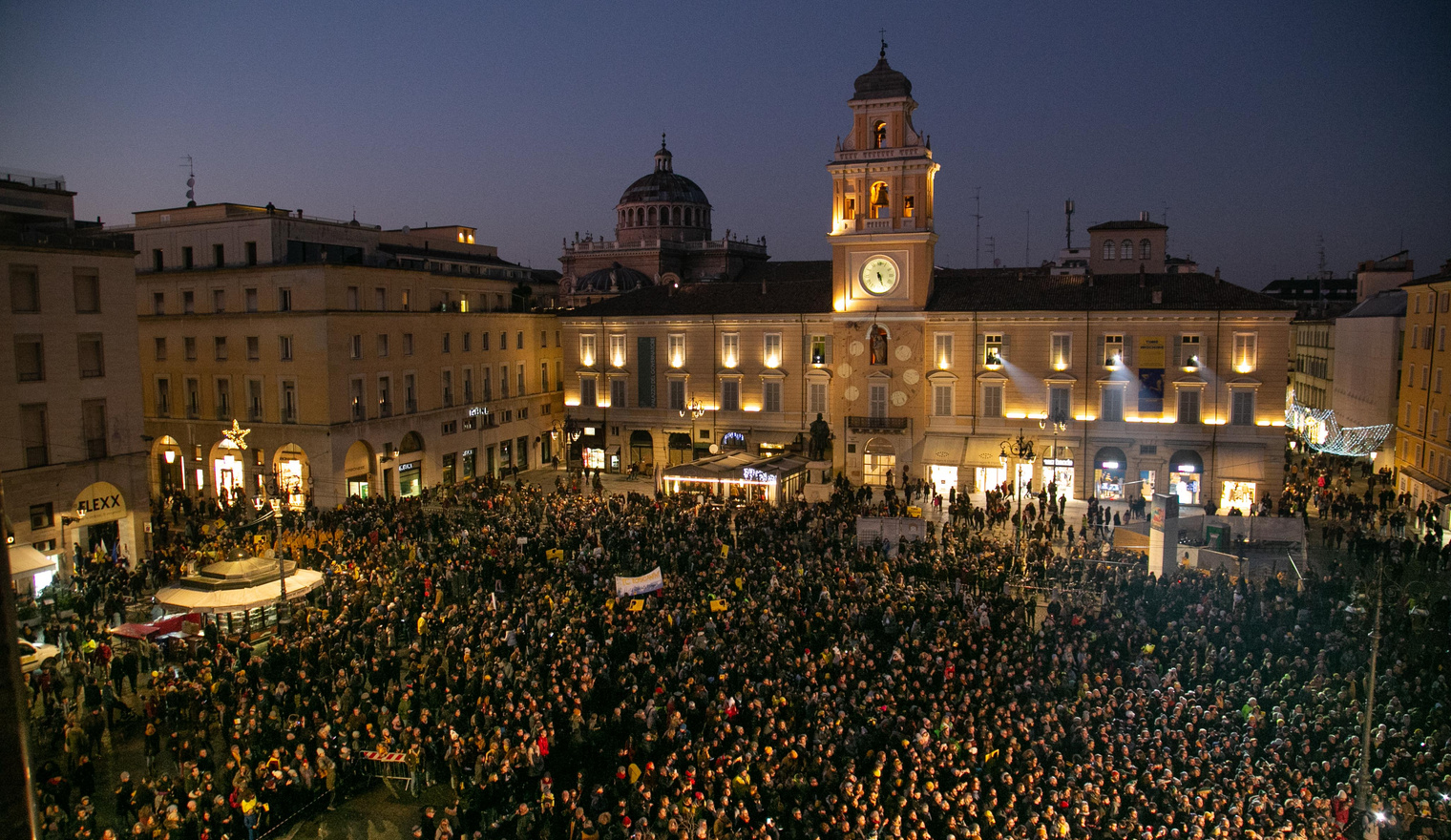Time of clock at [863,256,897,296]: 5:26
